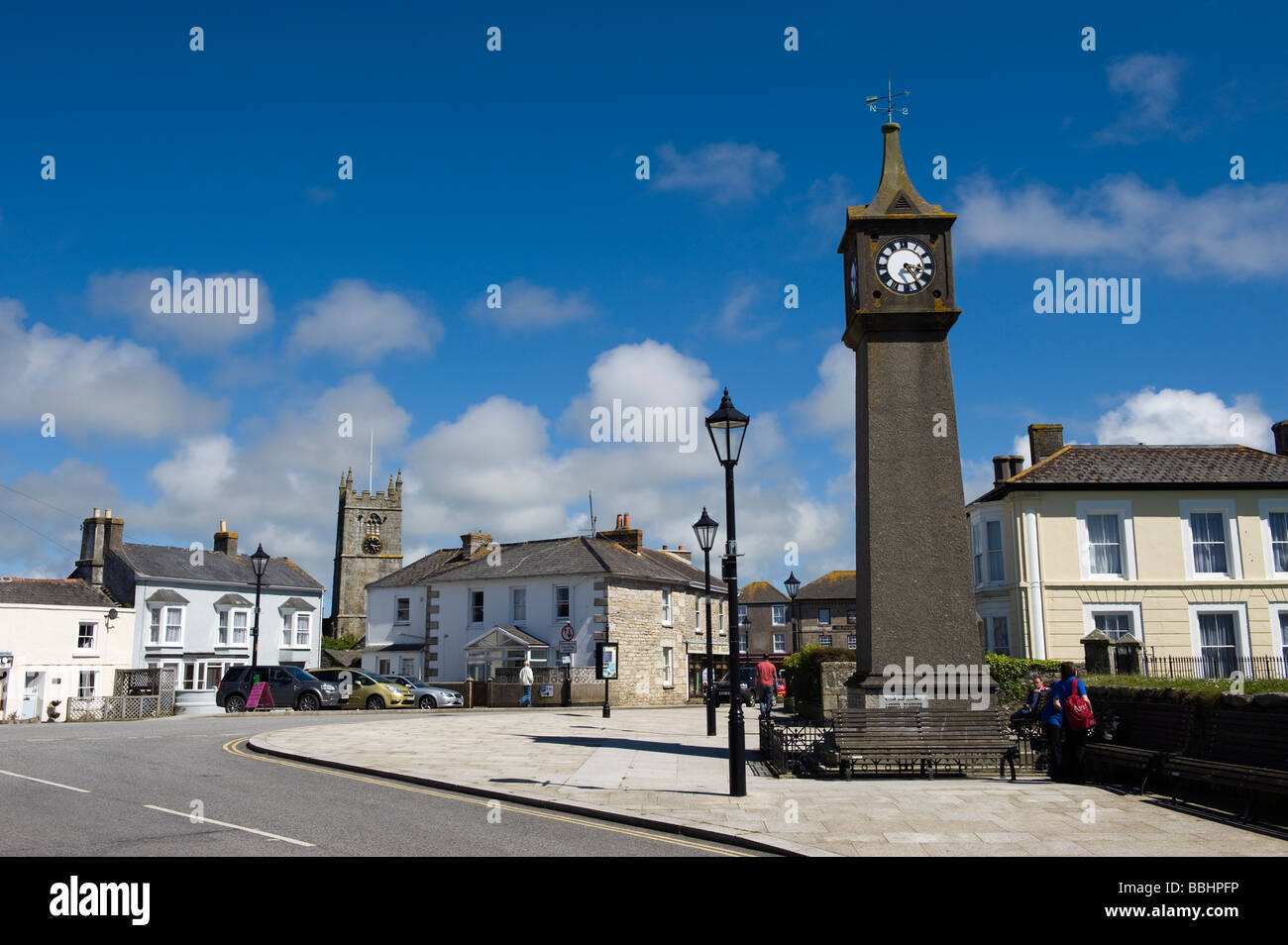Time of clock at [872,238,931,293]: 3:24
